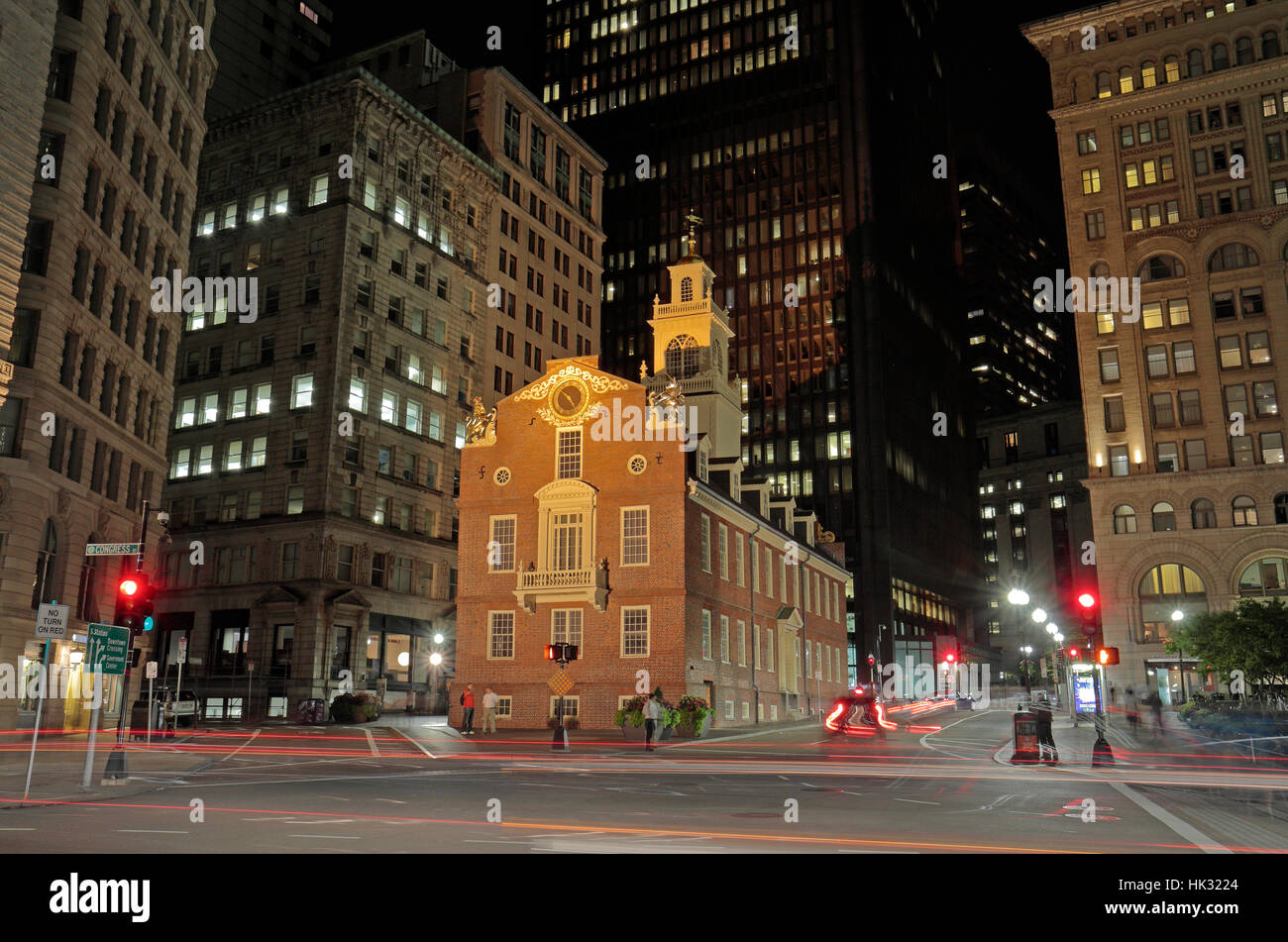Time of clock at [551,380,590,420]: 4:52
